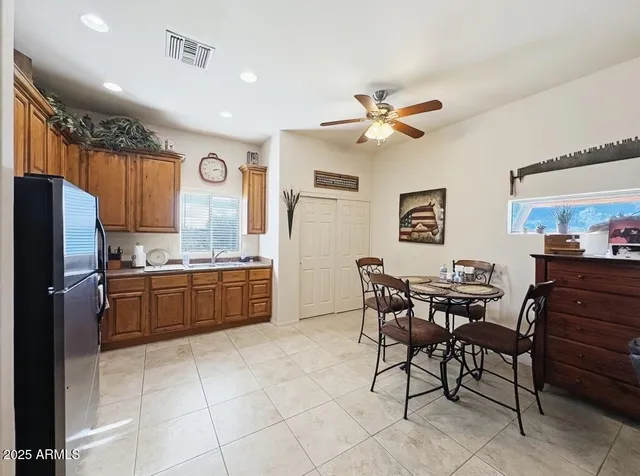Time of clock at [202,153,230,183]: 2:13
